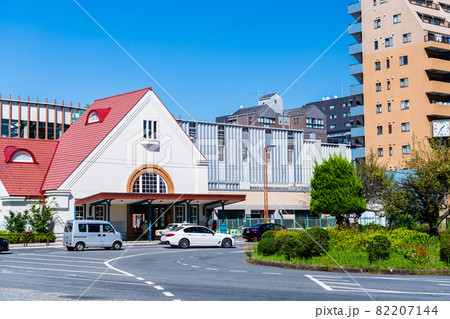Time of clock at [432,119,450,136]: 1:35
